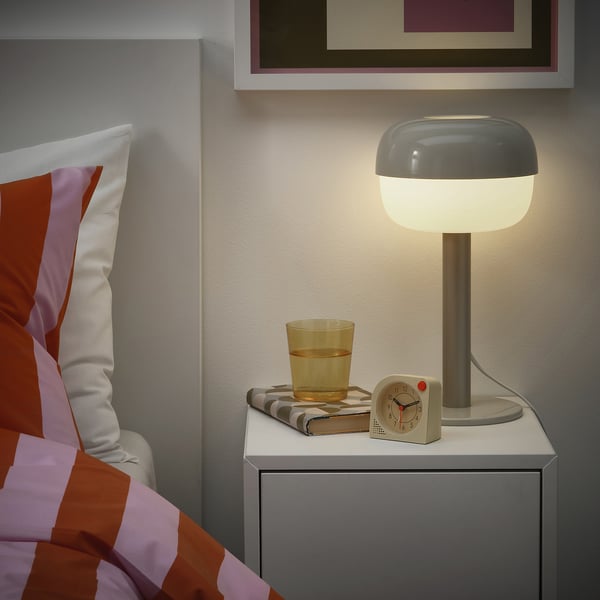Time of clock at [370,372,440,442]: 10:11
